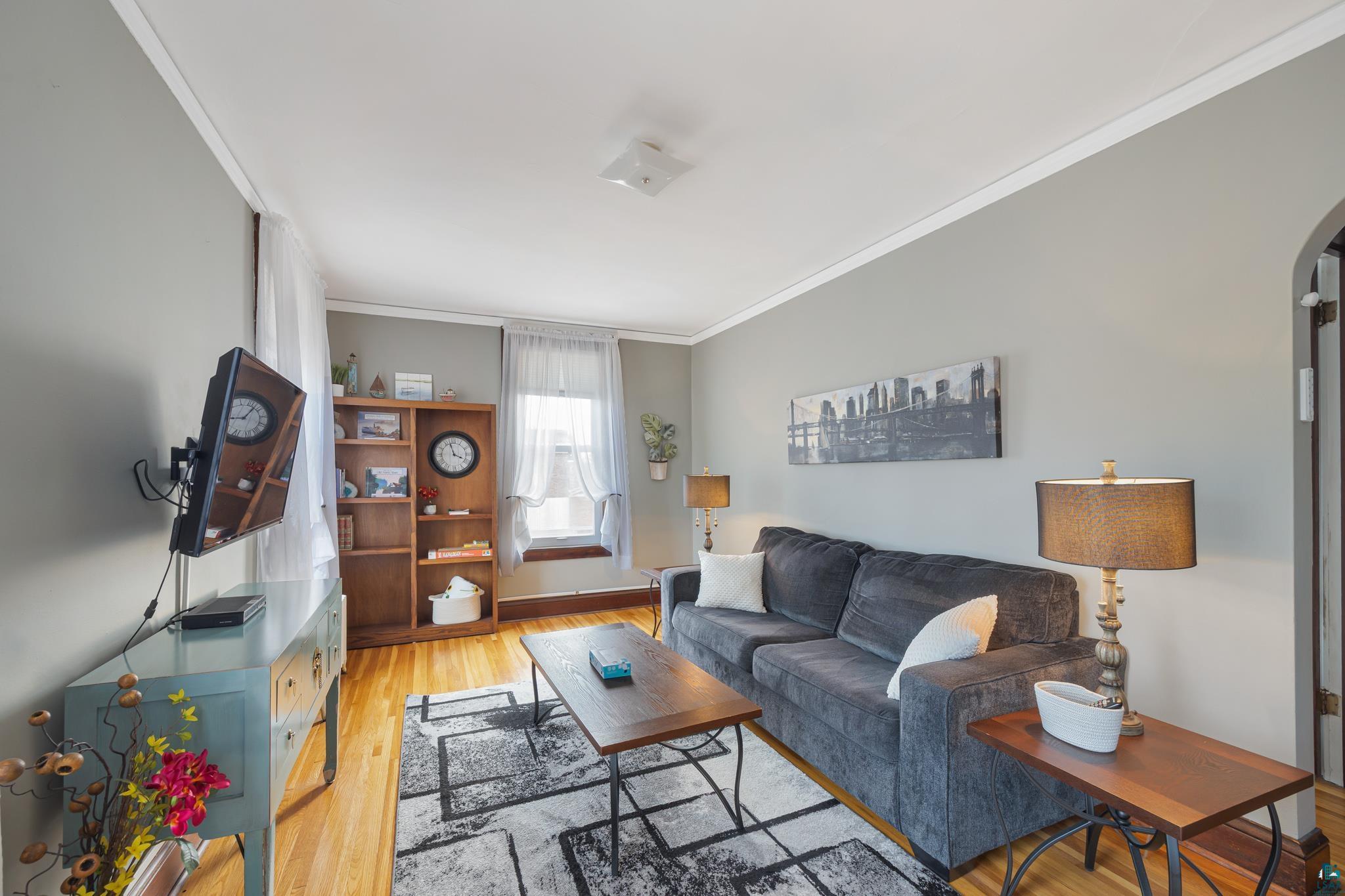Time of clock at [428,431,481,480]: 3:57
